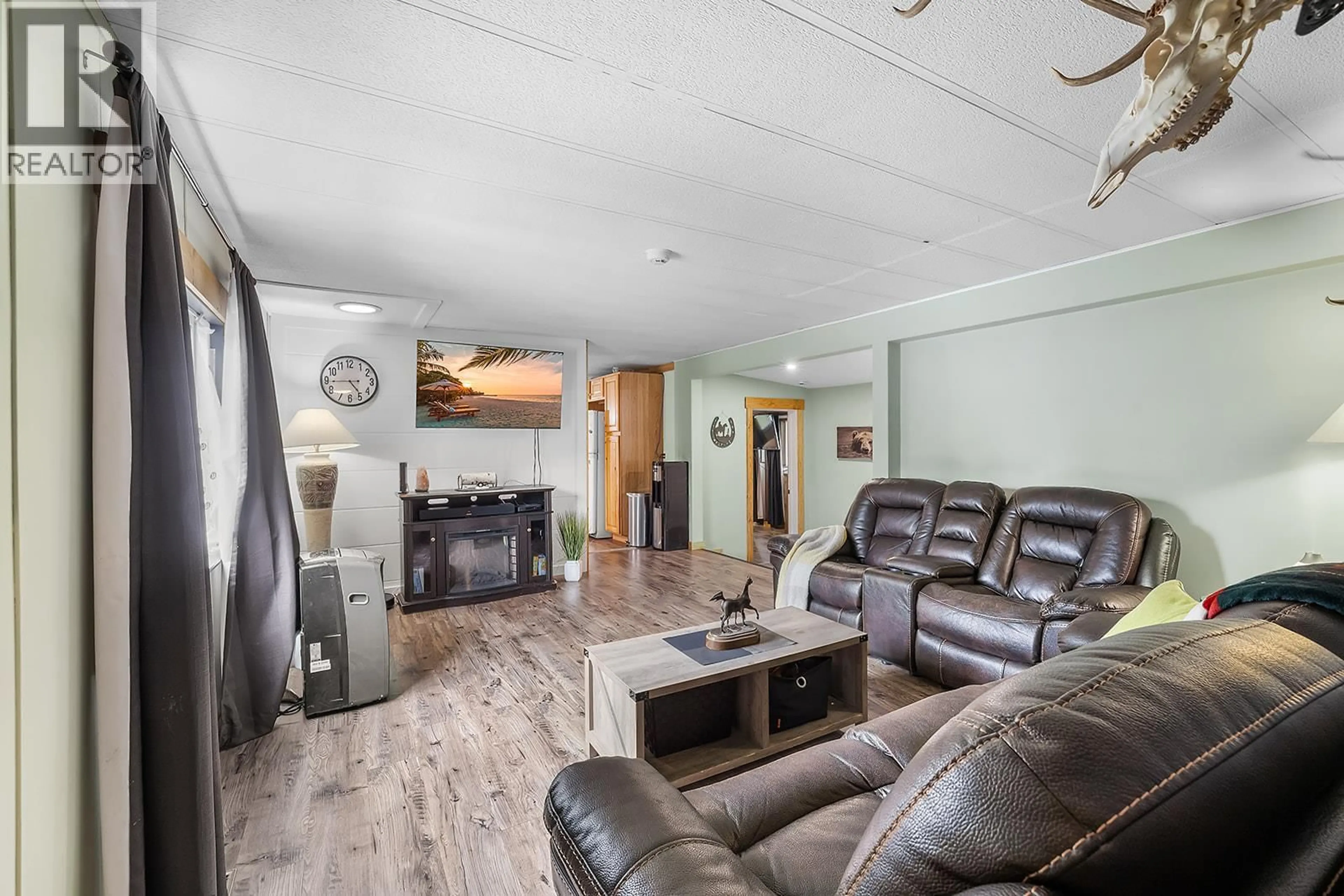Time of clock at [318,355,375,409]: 4:44
